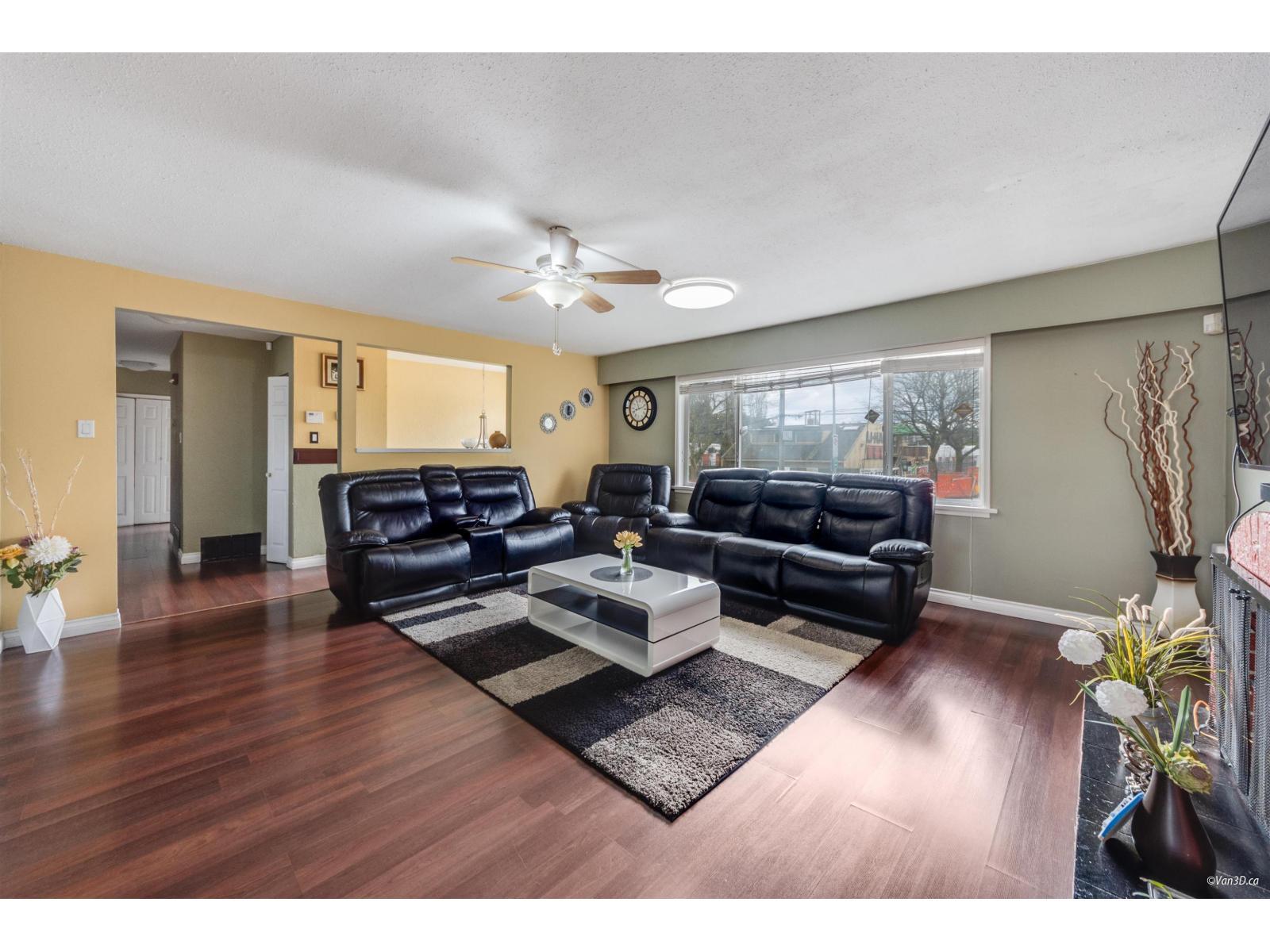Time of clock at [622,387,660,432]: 8:11
